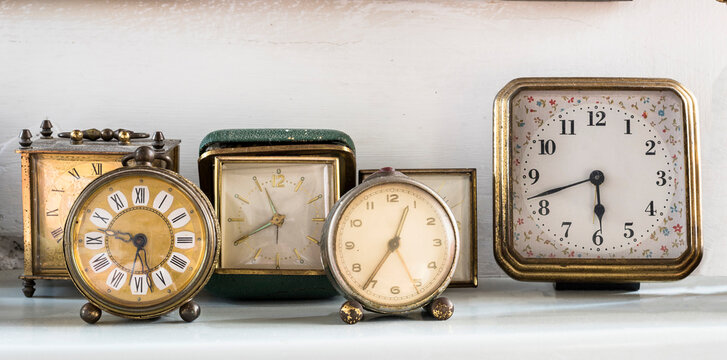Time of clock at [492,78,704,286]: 5:42
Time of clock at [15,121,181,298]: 9:27
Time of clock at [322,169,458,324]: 12:36
